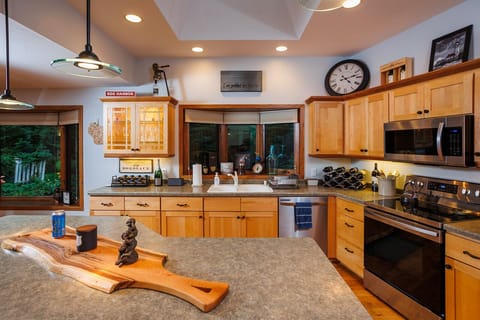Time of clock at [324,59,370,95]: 4:12
